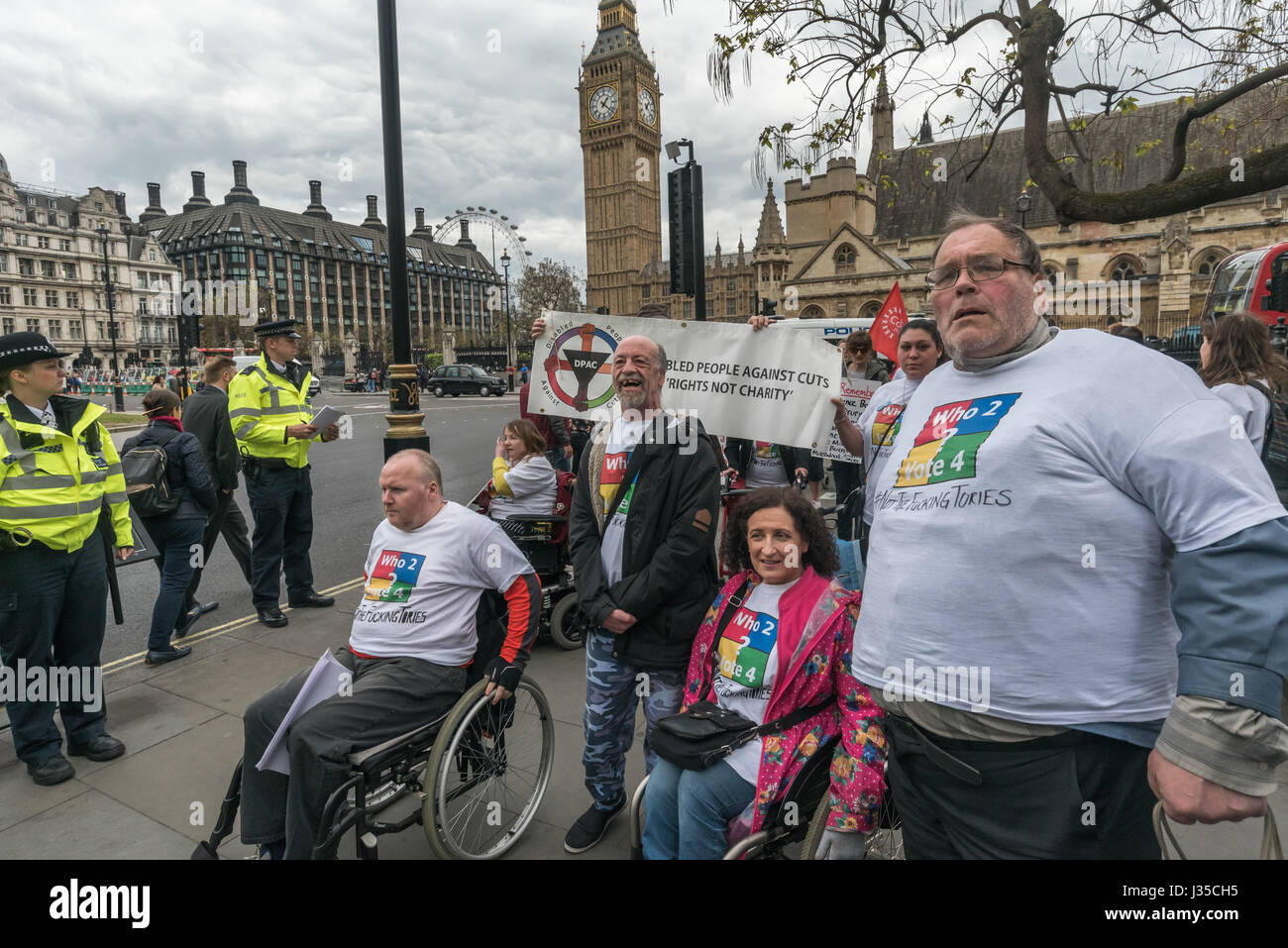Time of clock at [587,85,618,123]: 1:21
